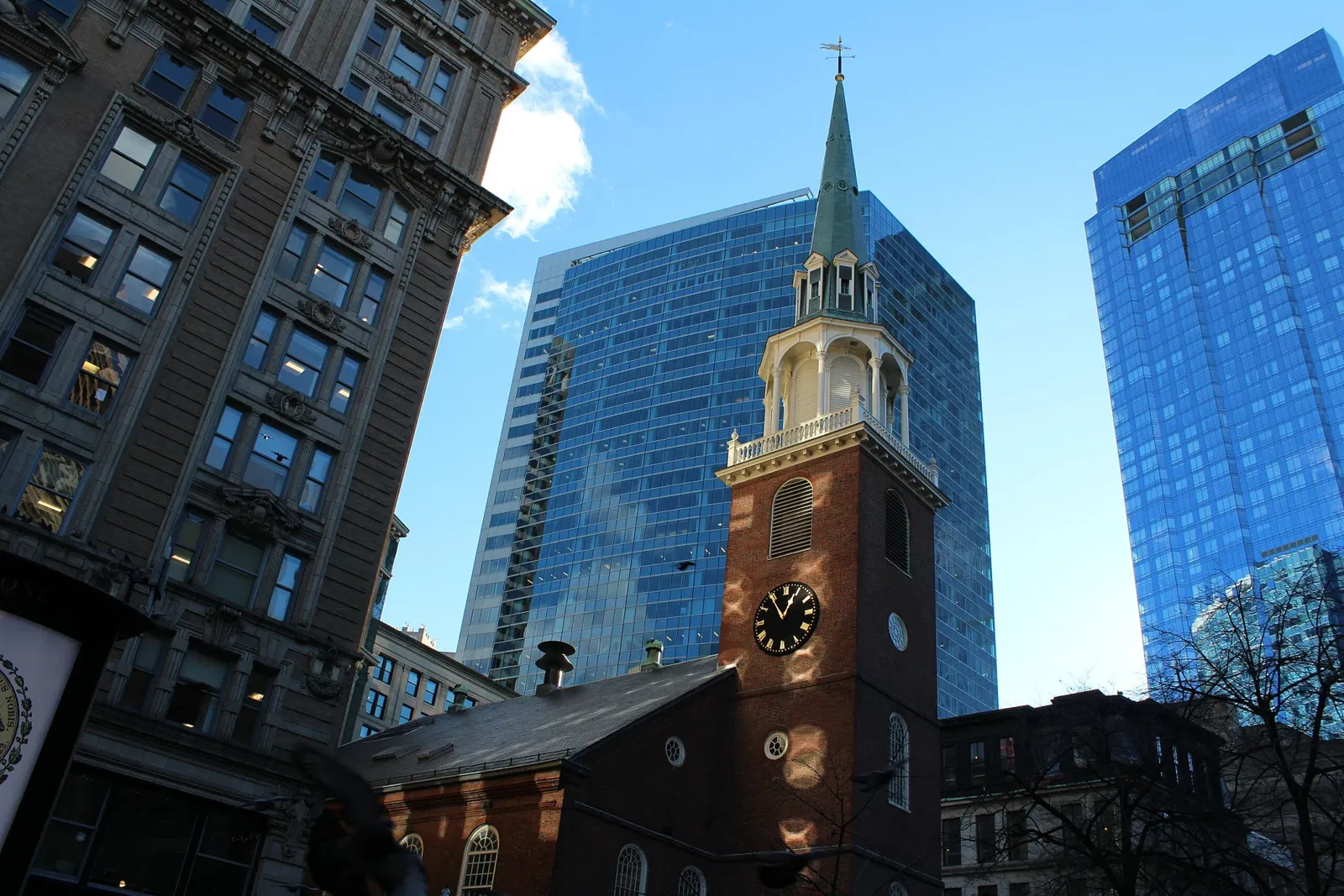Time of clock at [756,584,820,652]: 12:54
